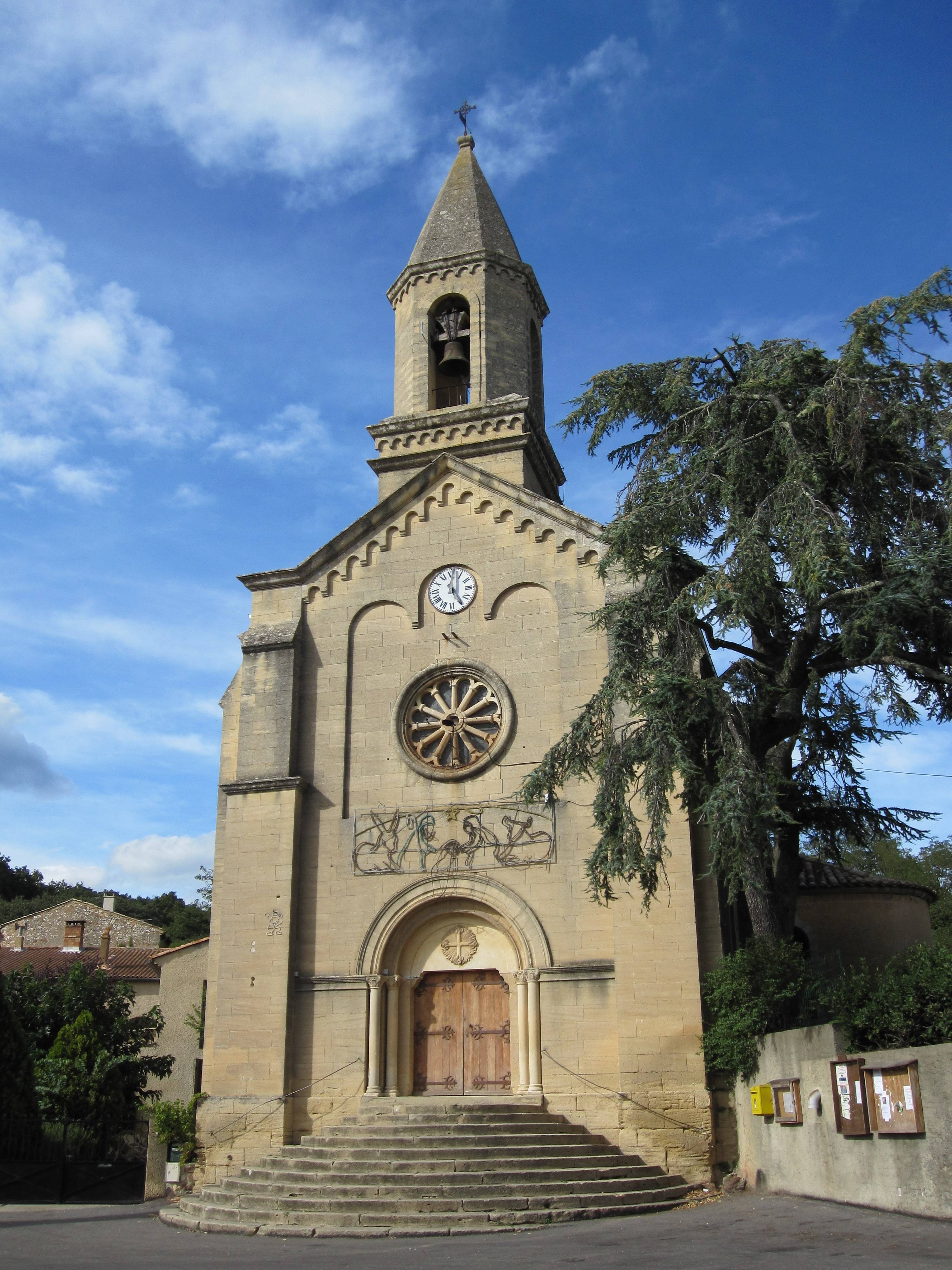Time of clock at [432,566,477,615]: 5:01
